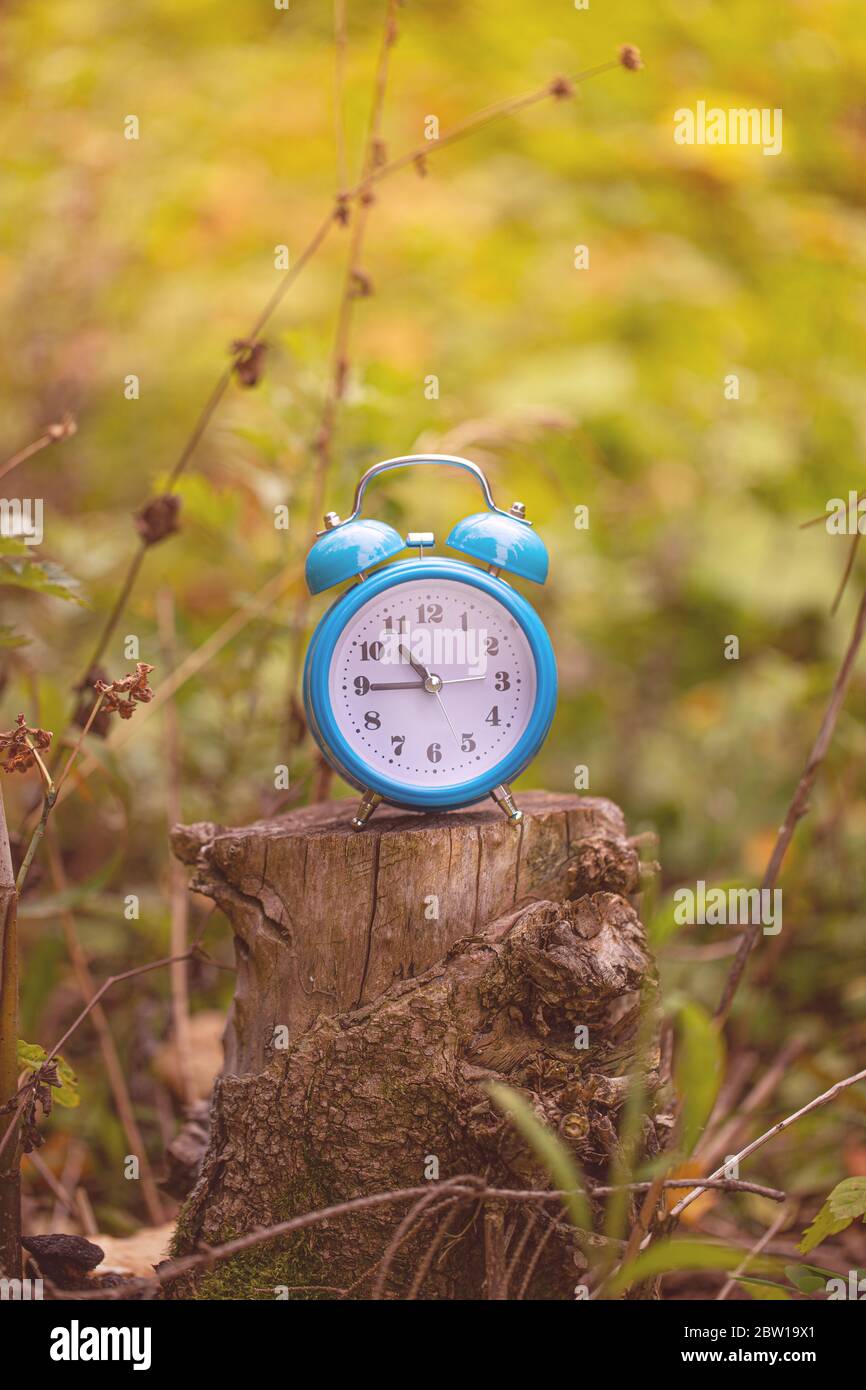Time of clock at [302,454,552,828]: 10:45
